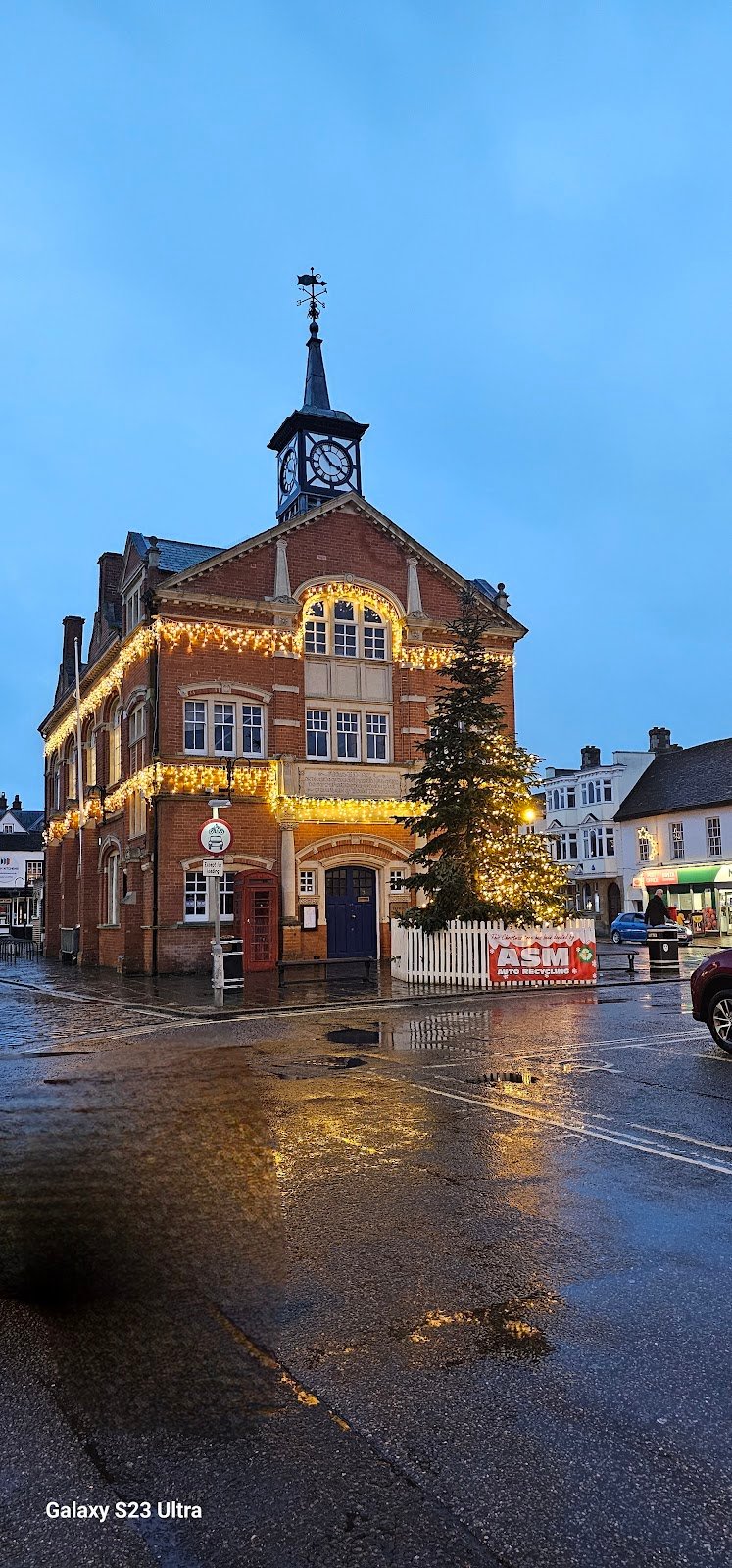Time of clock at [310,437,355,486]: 3:53
